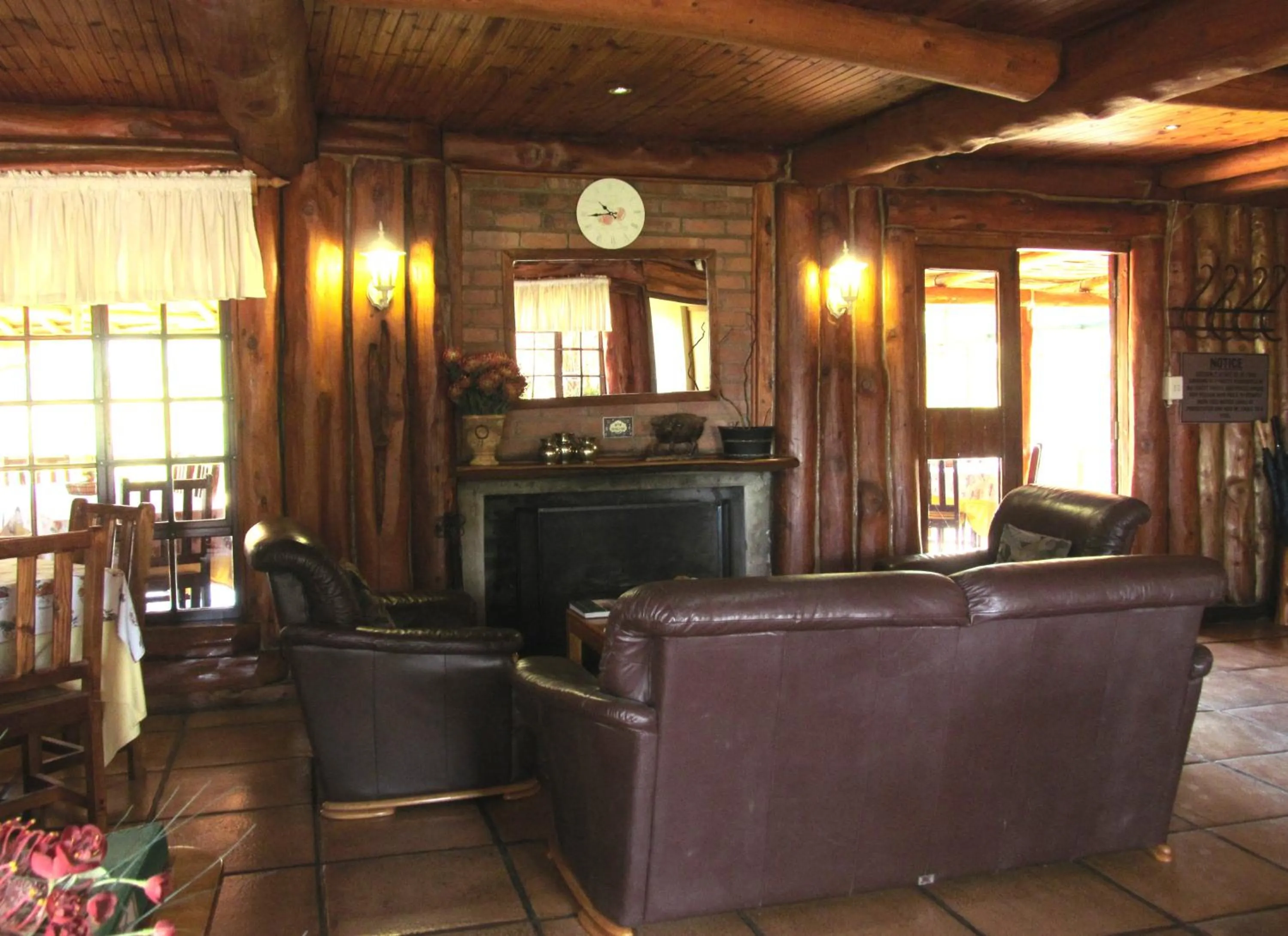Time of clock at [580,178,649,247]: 10:44
